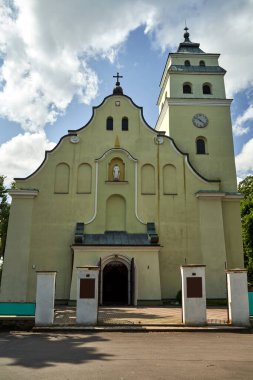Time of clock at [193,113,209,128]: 10:22
